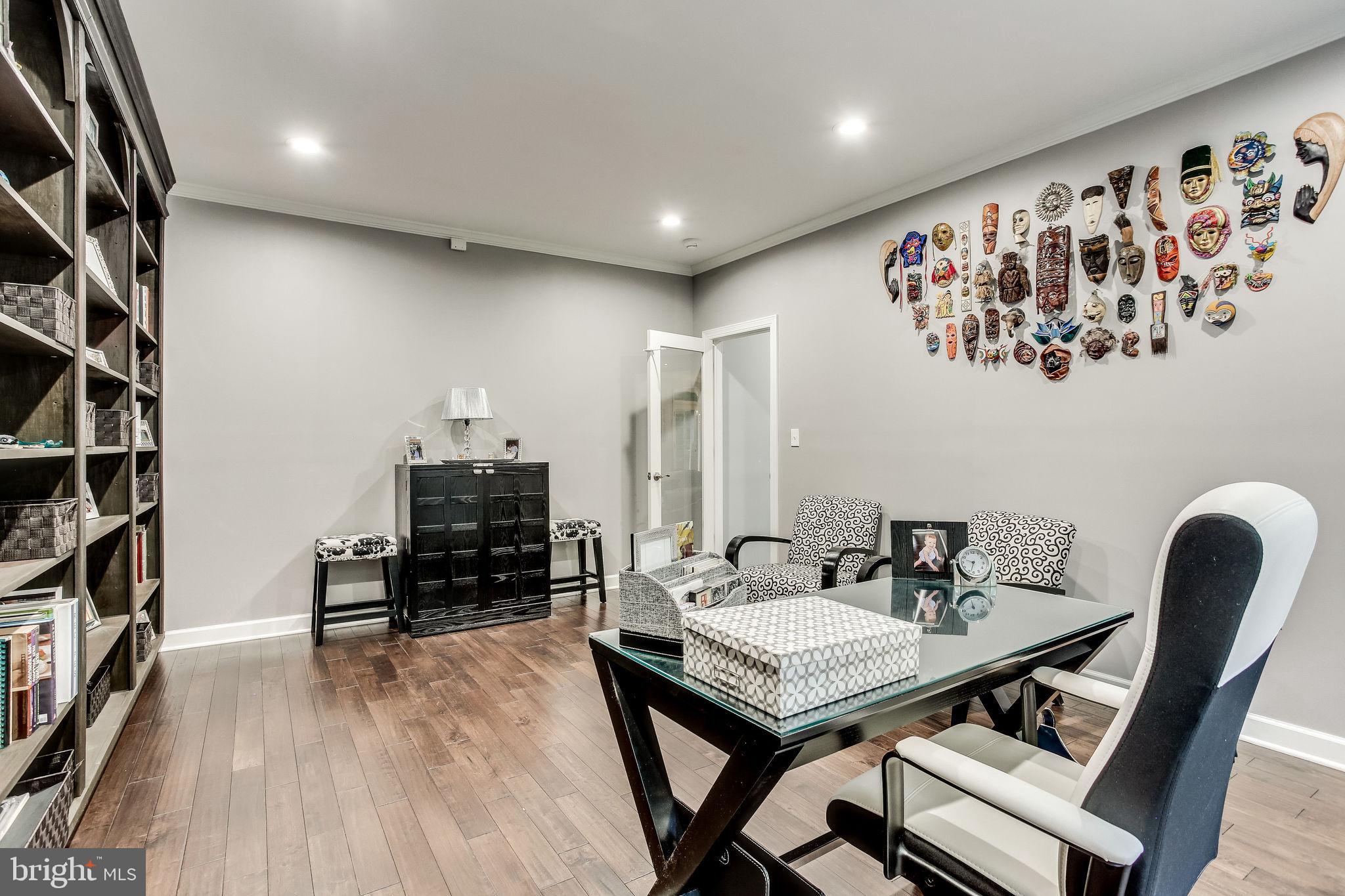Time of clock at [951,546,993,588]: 9:33
